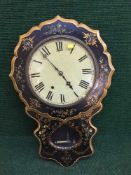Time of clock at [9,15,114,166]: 4:53
